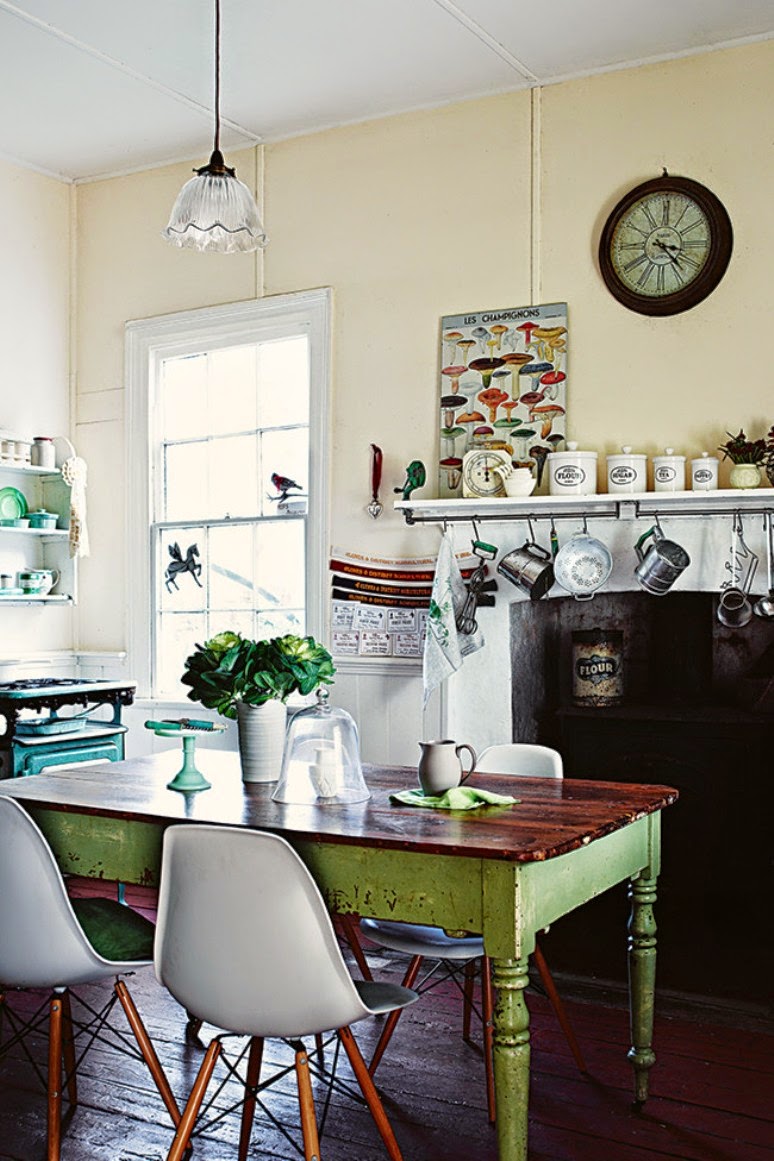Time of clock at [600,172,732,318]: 3:22
